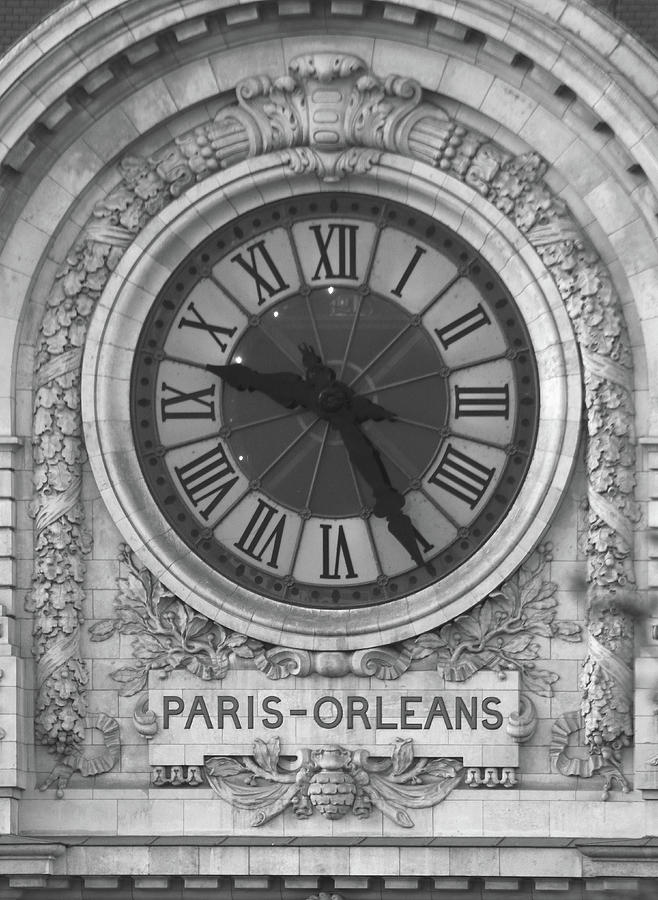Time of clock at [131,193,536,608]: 9:25
